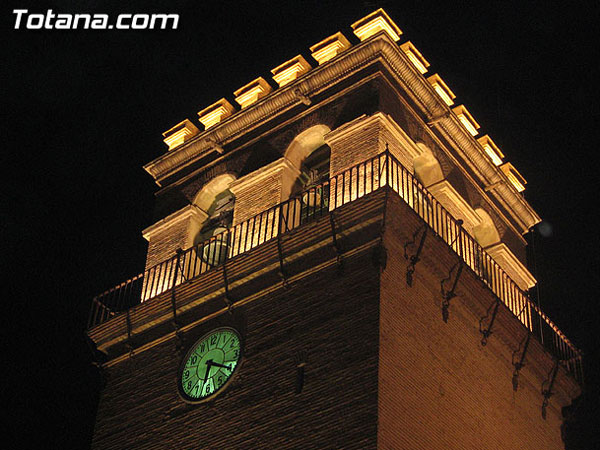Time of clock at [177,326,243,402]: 6:20
